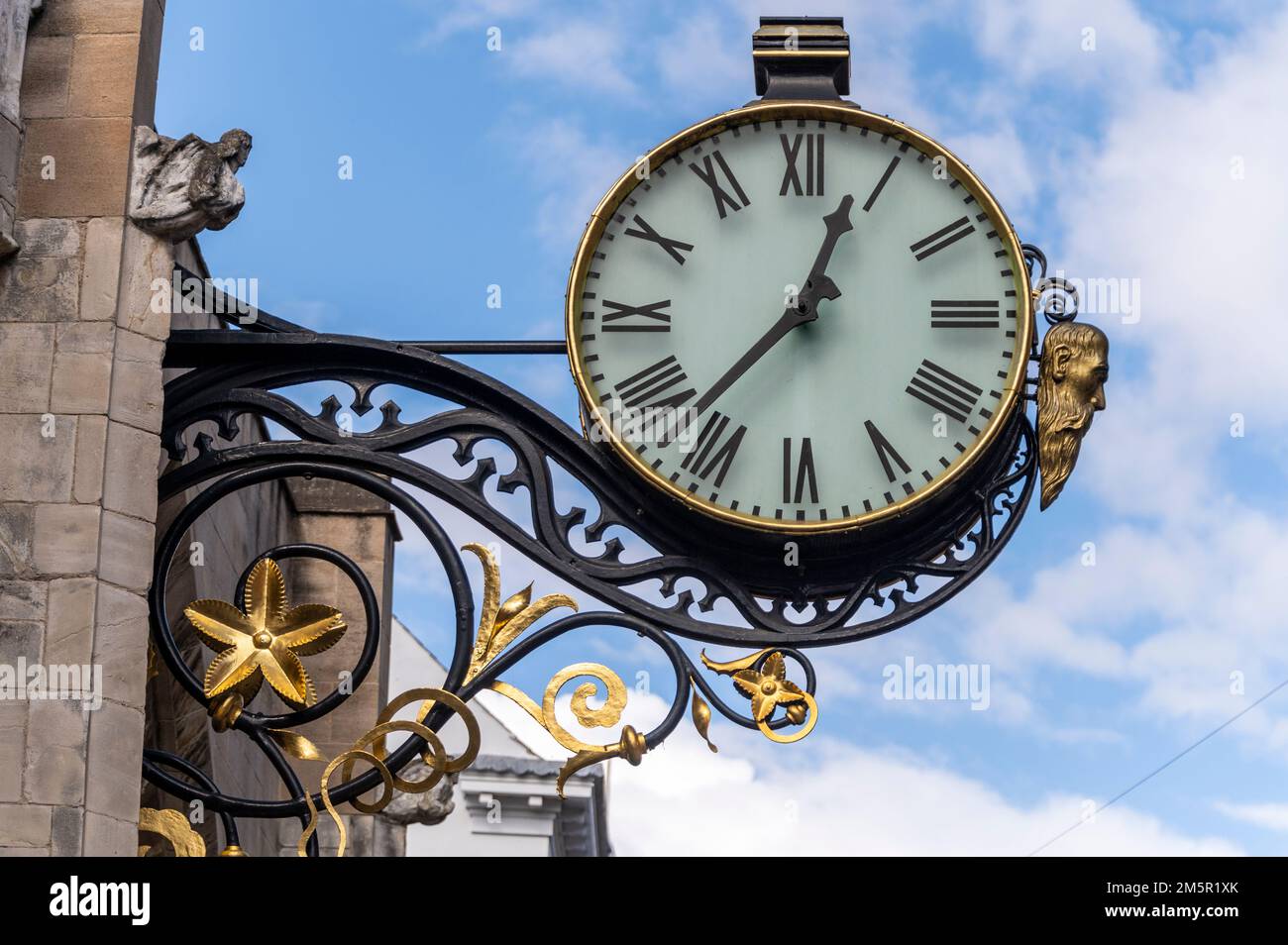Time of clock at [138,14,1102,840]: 12:37
